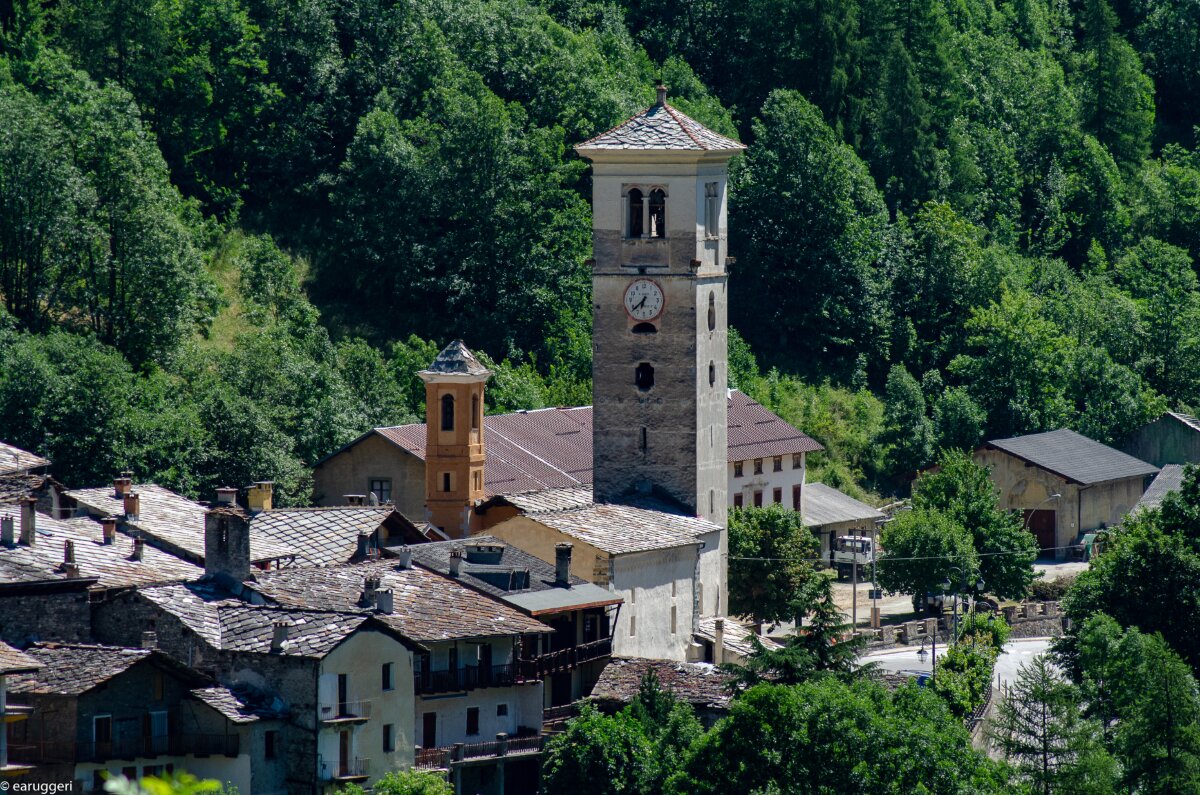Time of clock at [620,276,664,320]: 6:38
